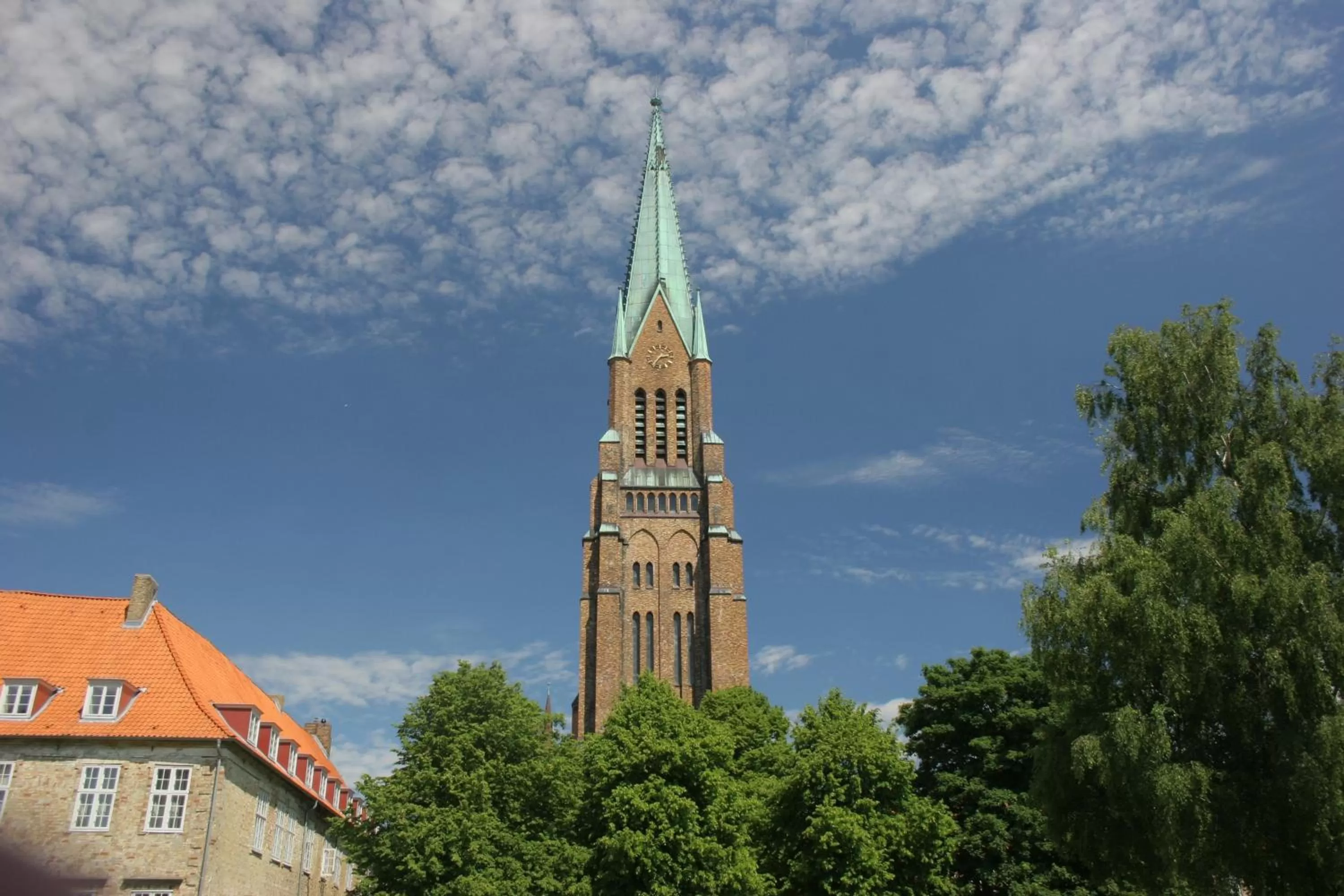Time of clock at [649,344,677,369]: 2:36
